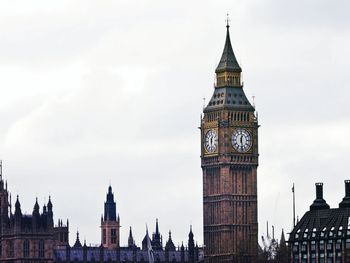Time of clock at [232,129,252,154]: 12:28
